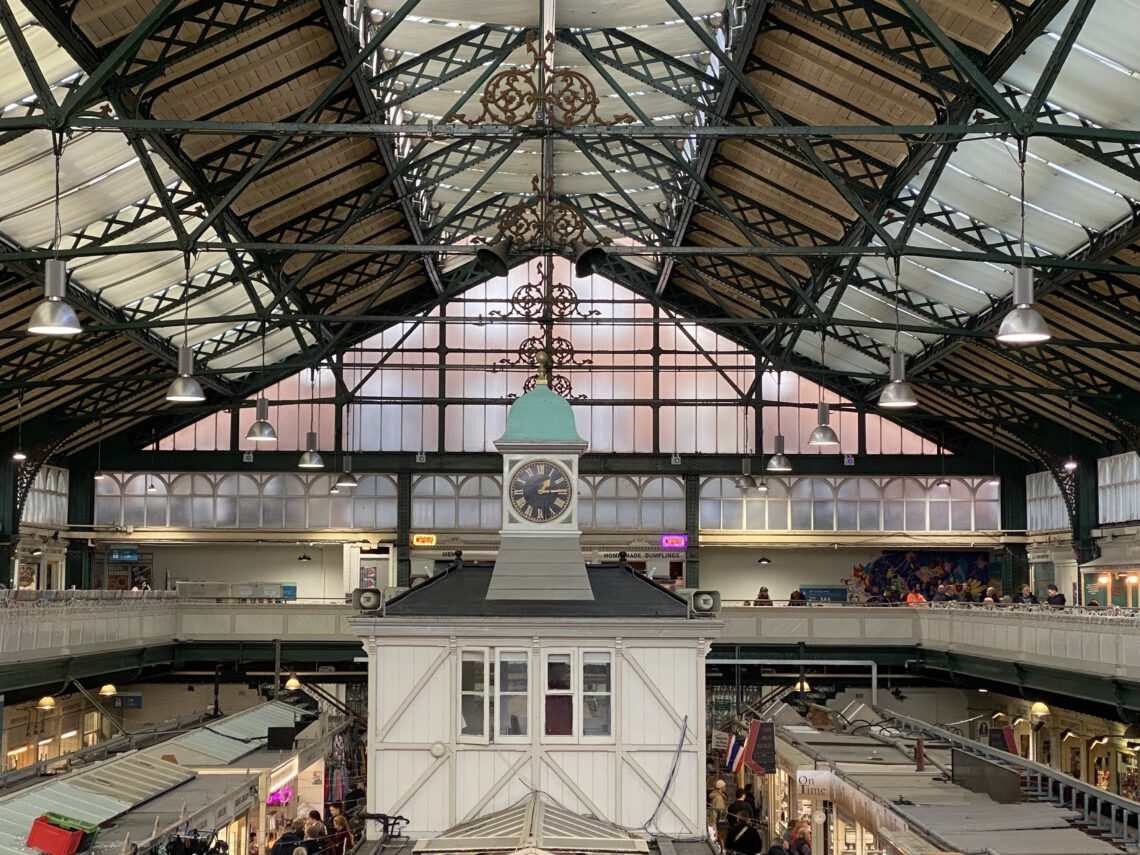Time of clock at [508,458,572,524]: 1:14
